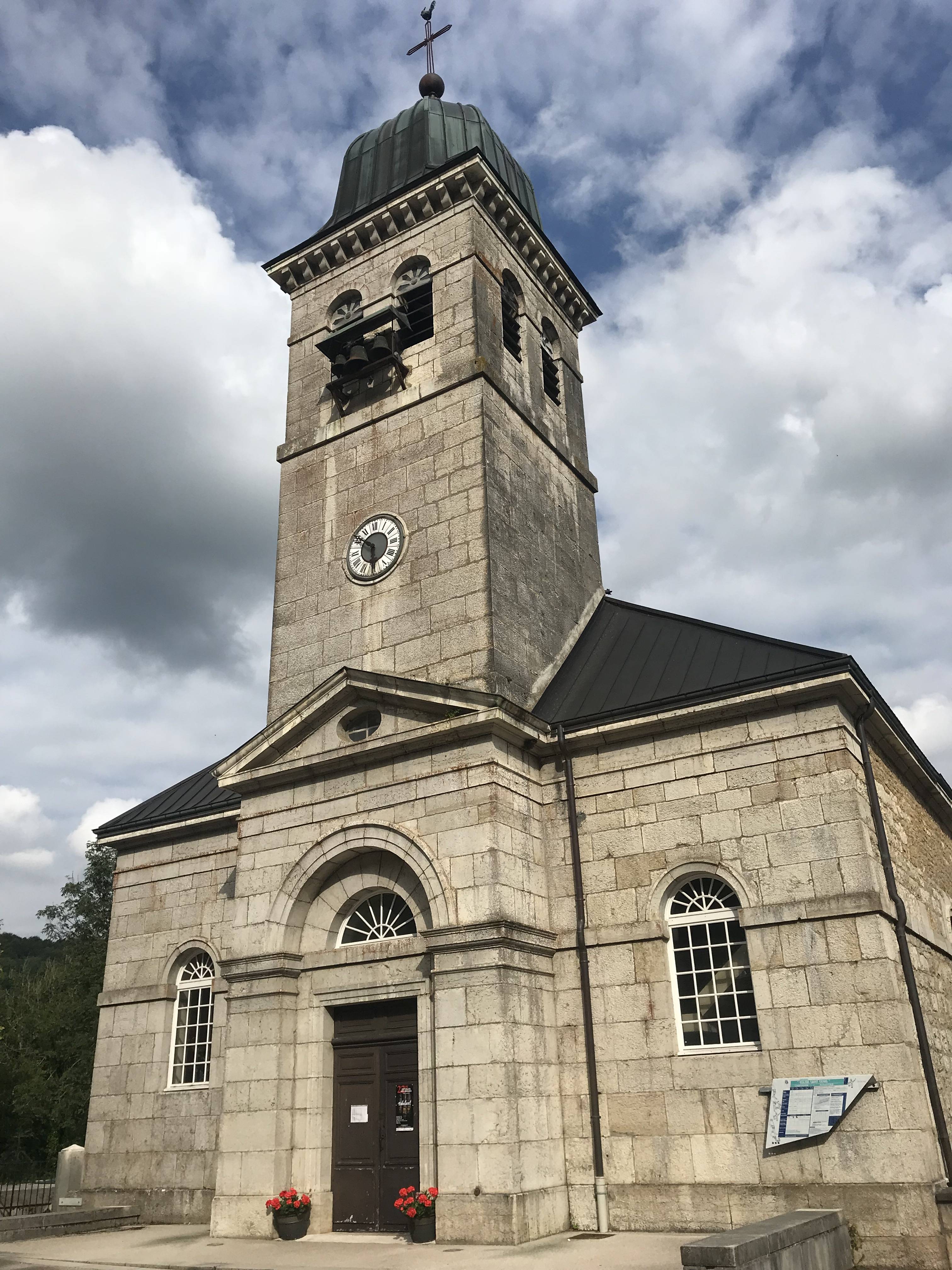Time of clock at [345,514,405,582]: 5:51
